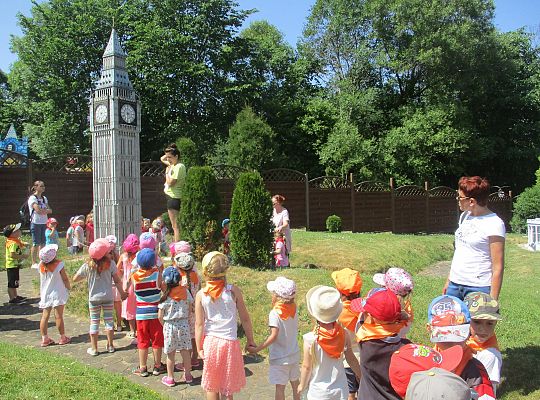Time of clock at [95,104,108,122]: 7:14
